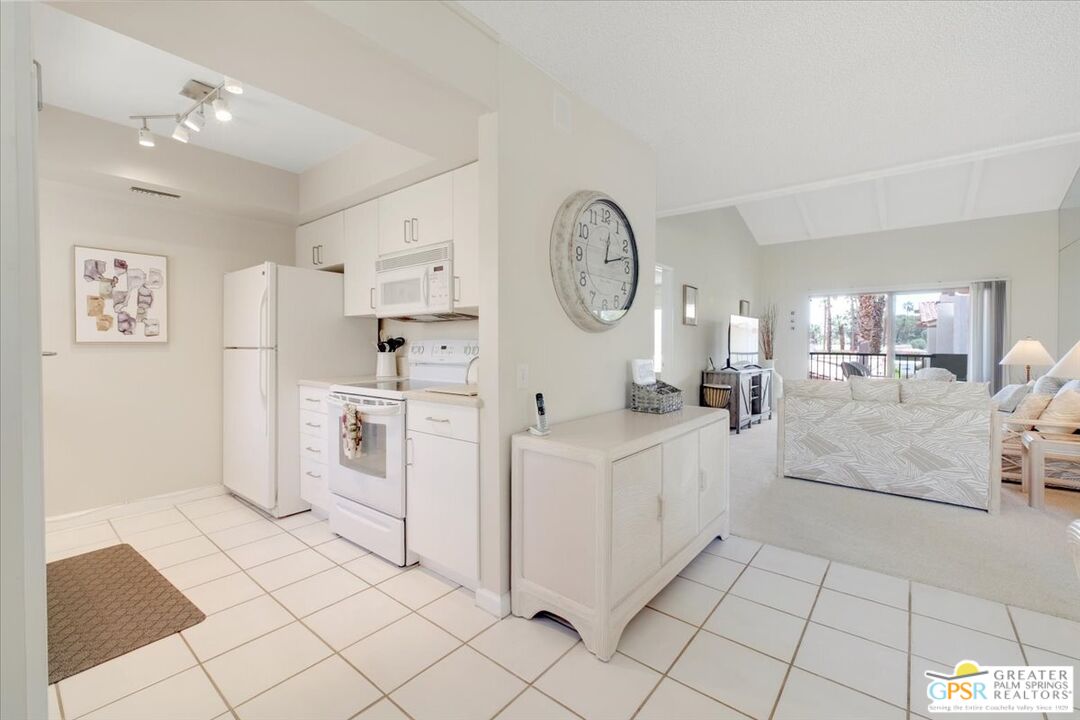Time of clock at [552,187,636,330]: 12:12
